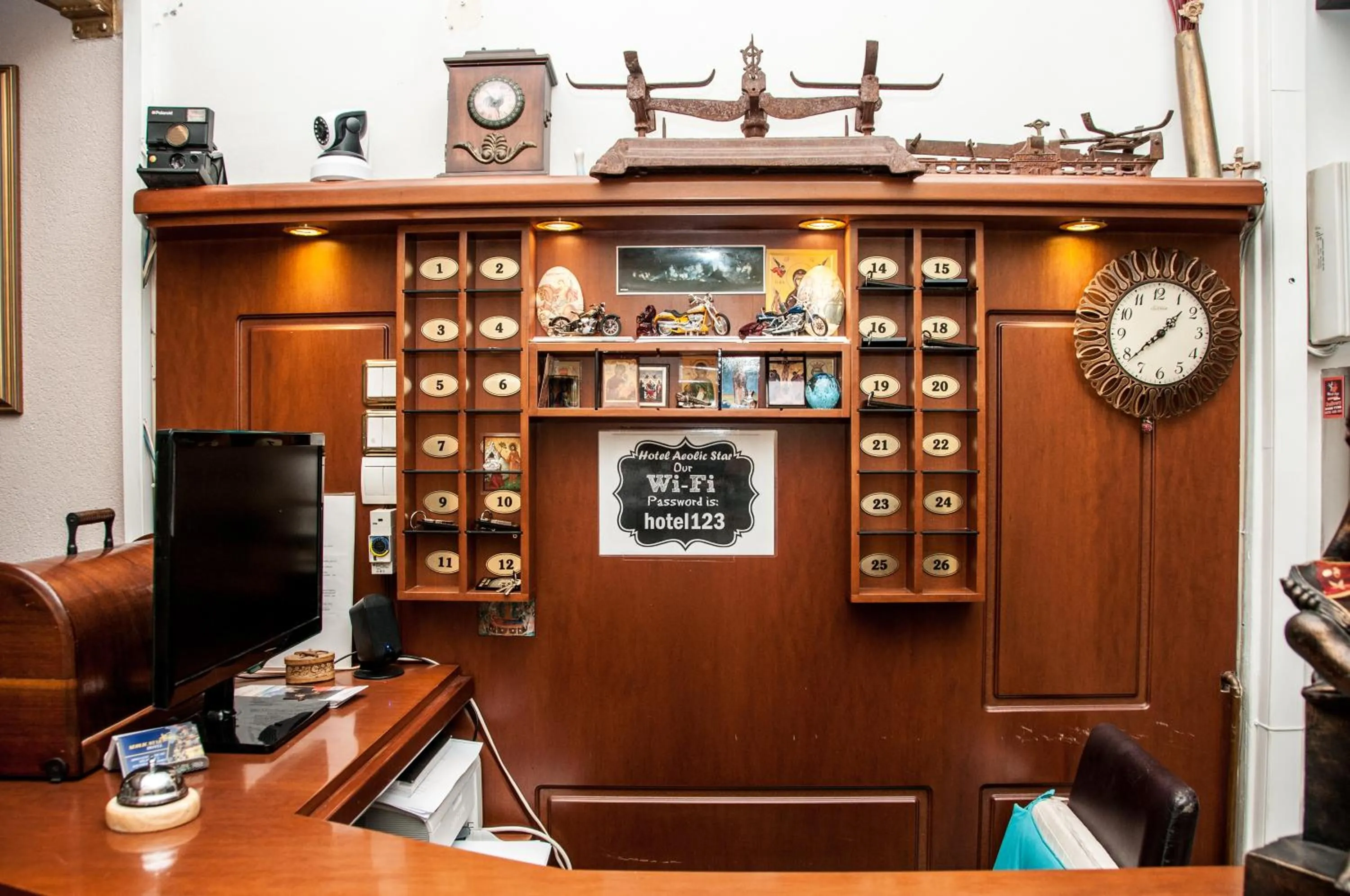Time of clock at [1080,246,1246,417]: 1:38
